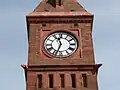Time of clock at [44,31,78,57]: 11:33
